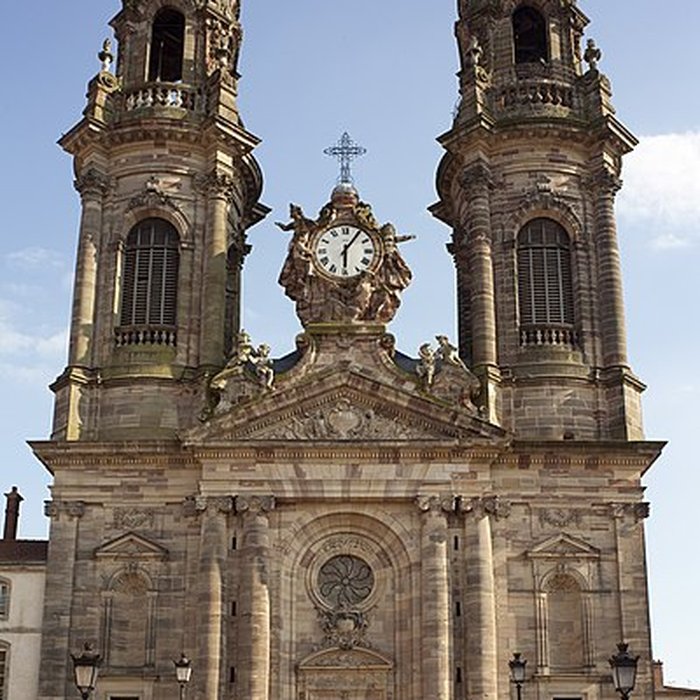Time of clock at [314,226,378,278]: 6:05
